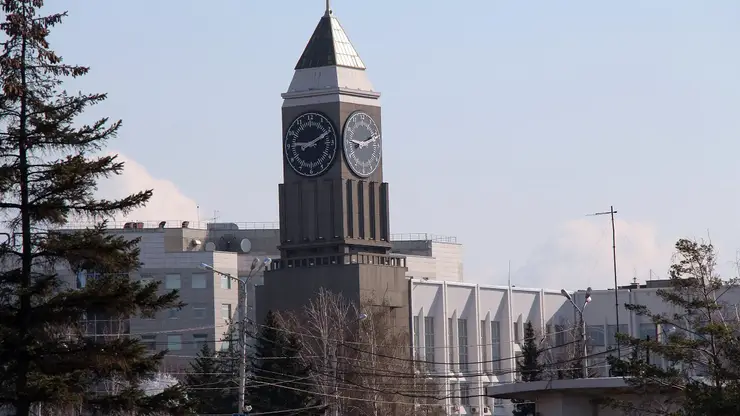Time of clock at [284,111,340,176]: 9:10
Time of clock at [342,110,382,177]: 9:11
